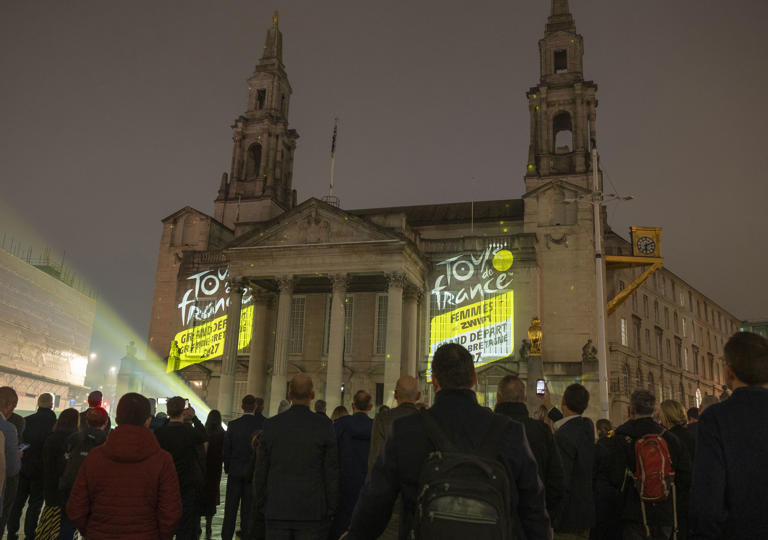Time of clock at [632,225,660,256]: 6:10
